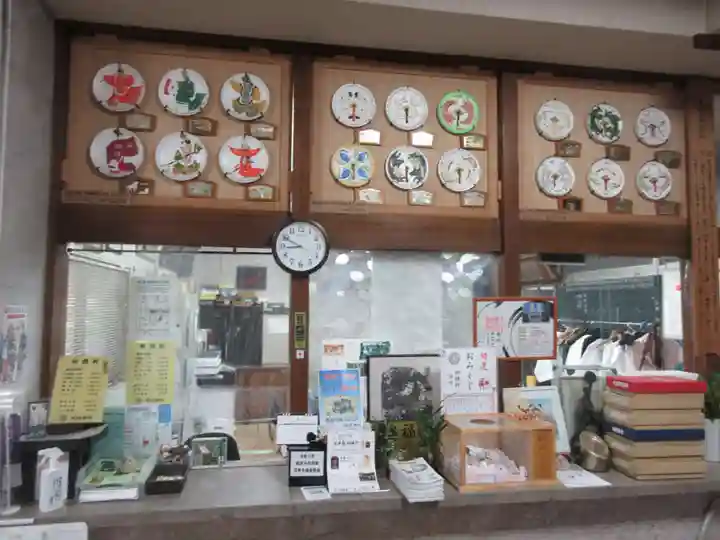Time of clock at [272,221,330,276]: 8:49
